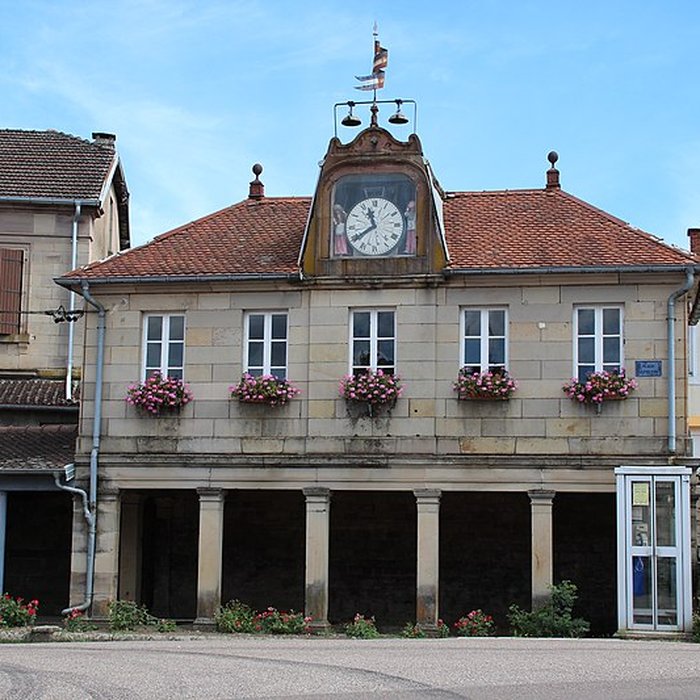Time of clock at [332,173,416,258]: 11:39
